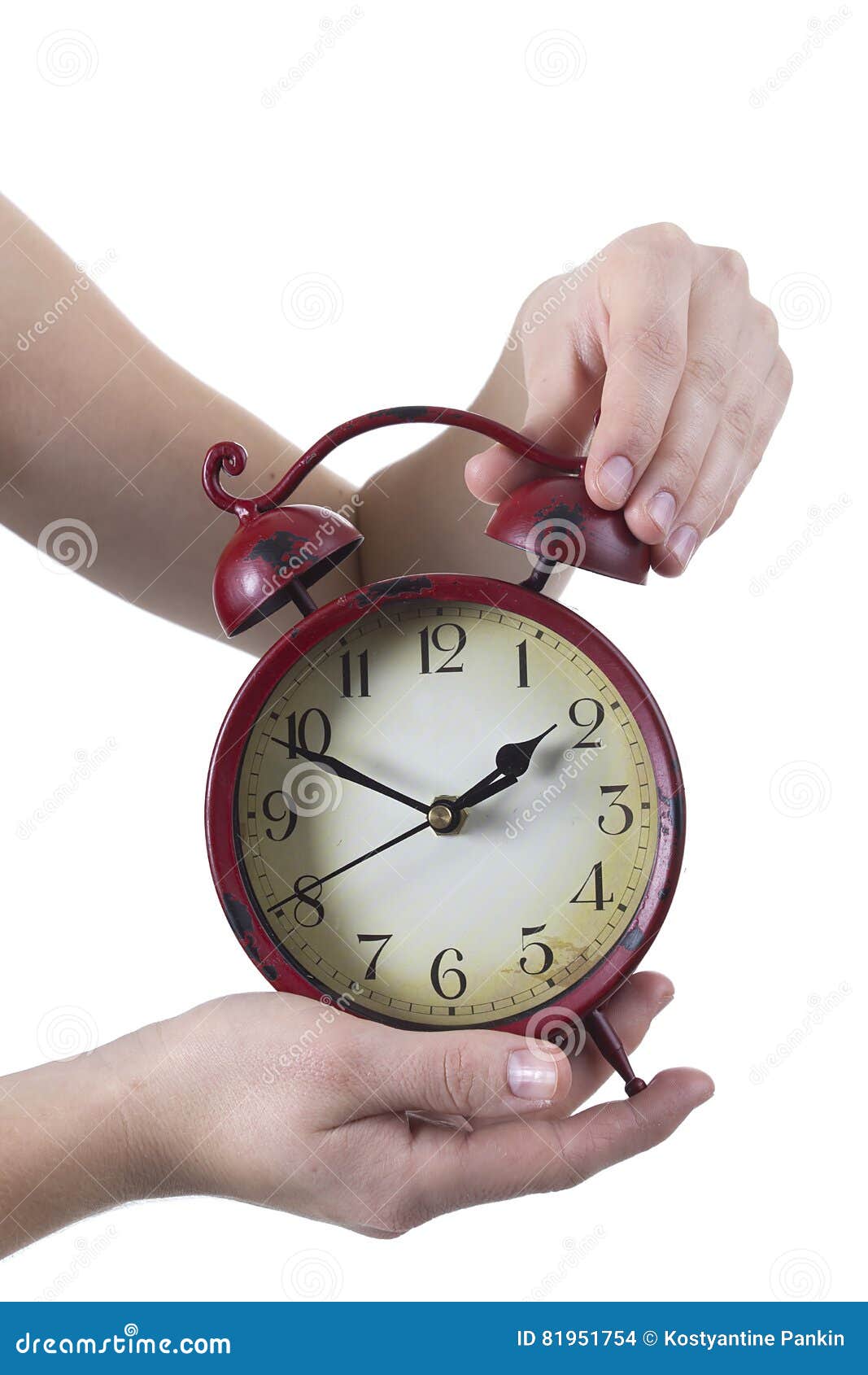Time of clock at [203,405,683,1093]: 1:49
